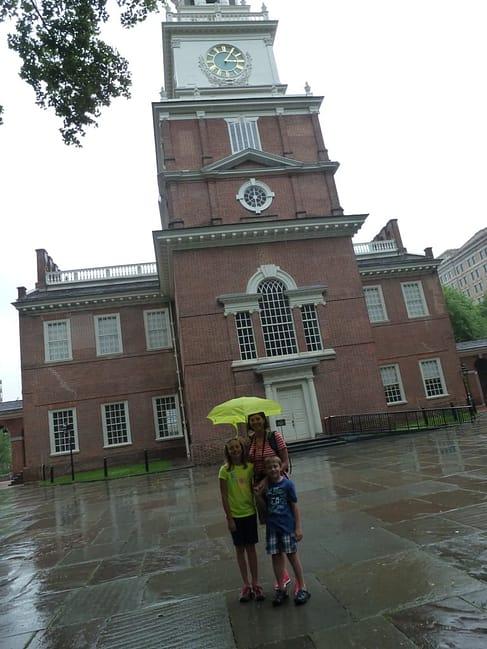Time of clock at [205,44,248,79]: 3:04
